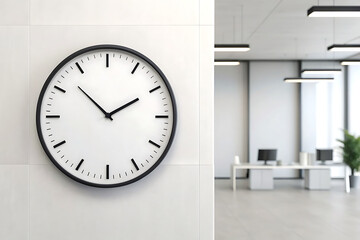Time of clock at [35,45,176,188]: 1:52
